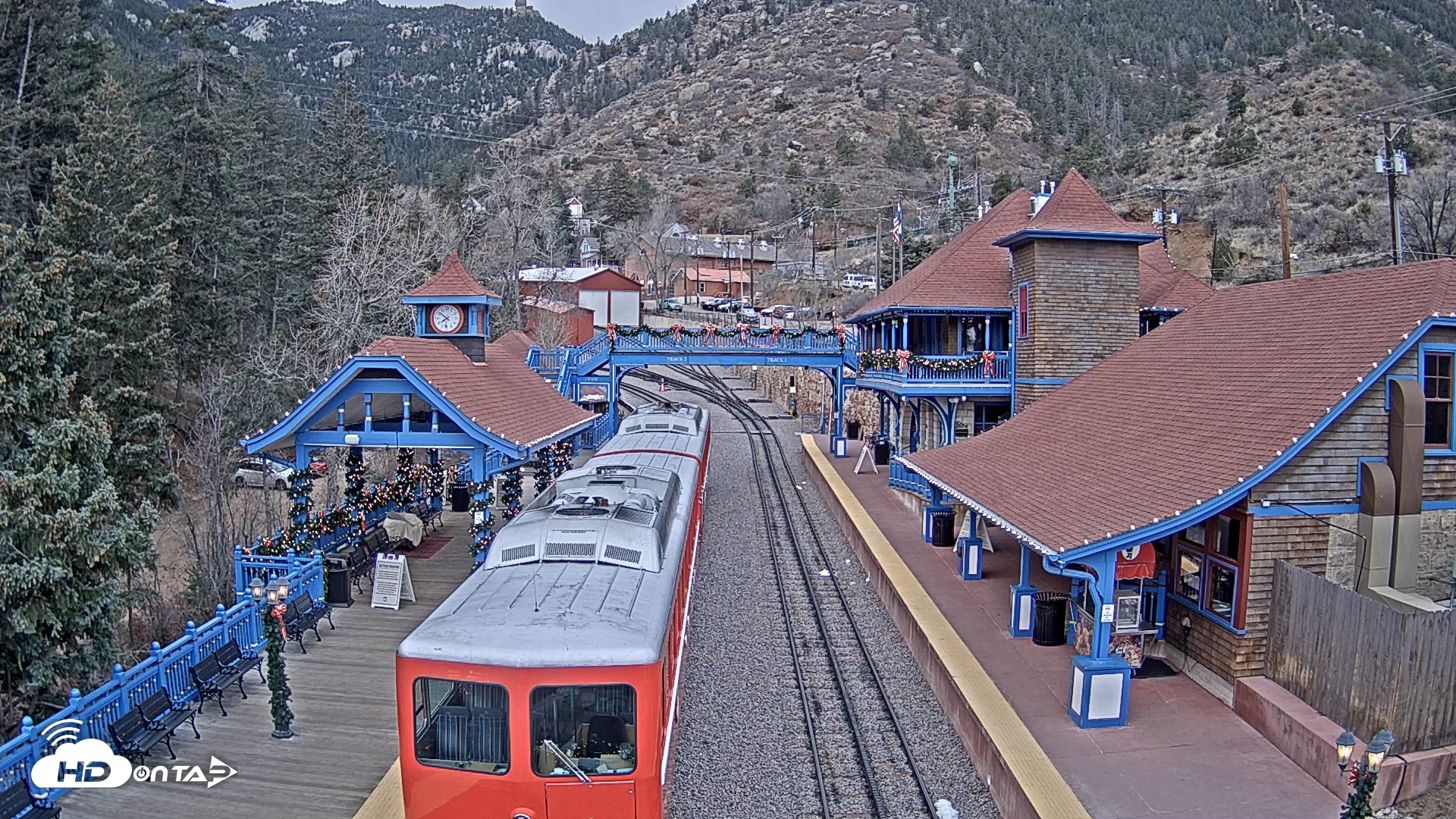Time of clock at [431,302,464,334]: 7:51
